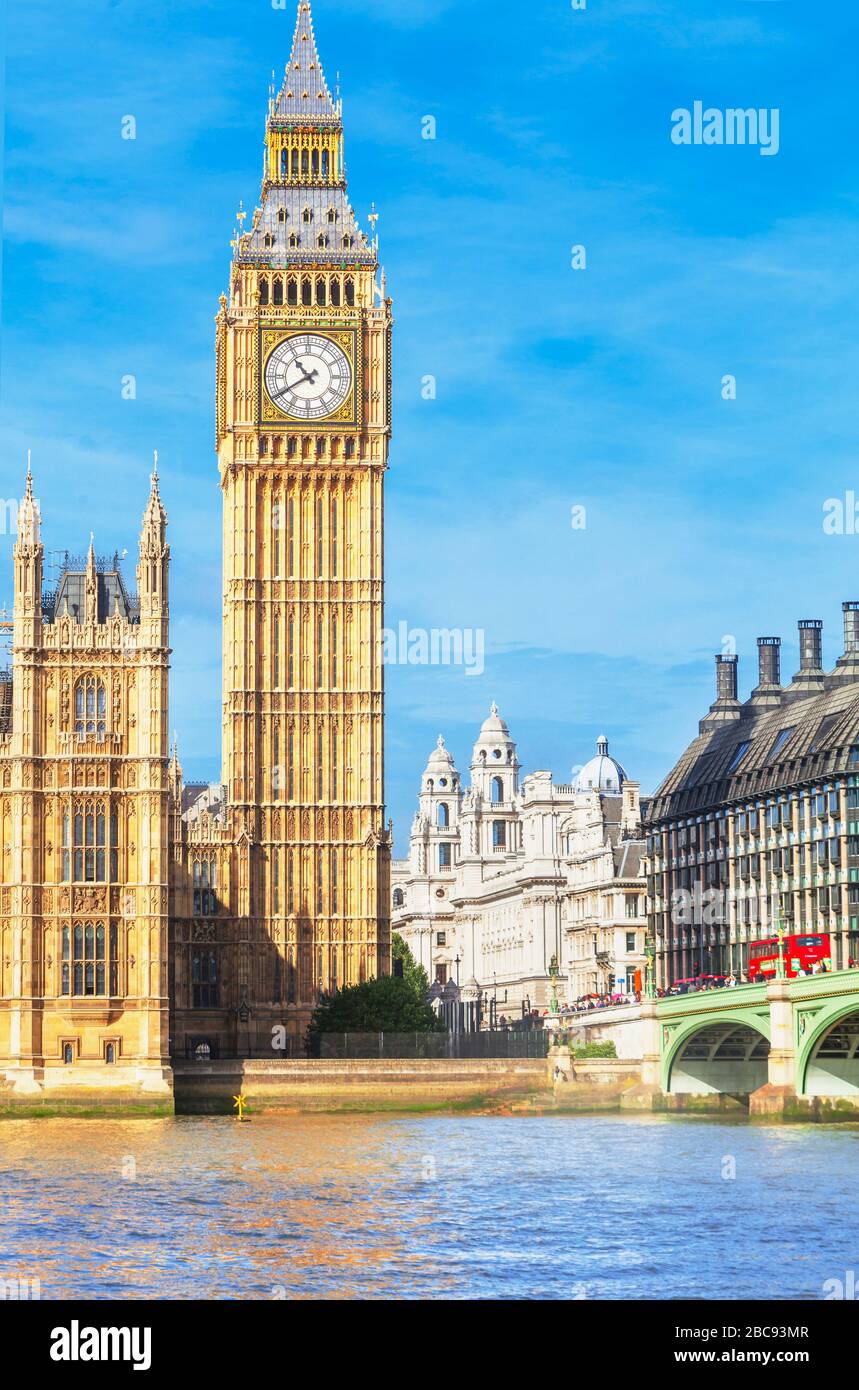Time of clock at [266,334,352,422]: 10:39
